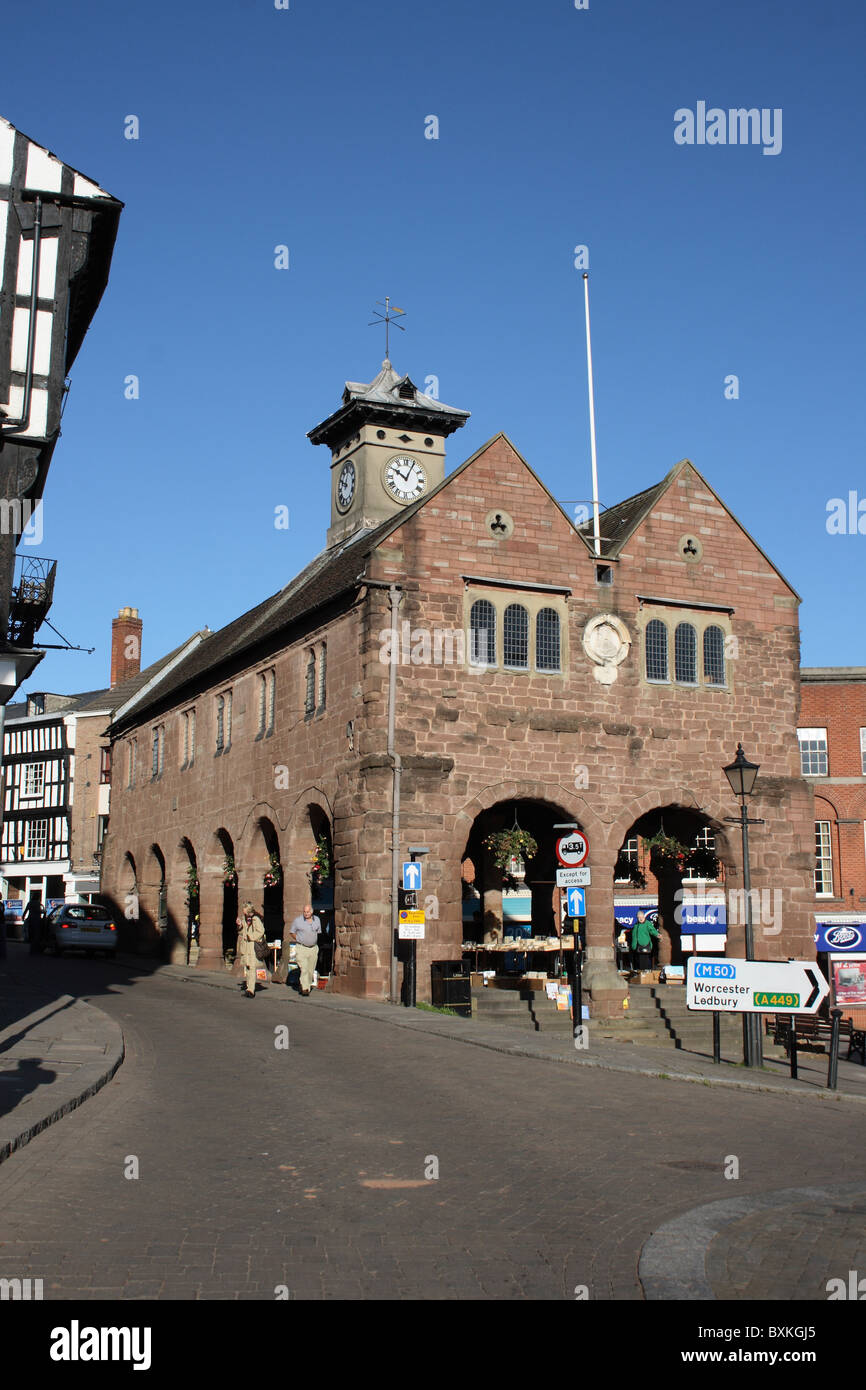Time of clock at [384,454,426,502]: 10:04
